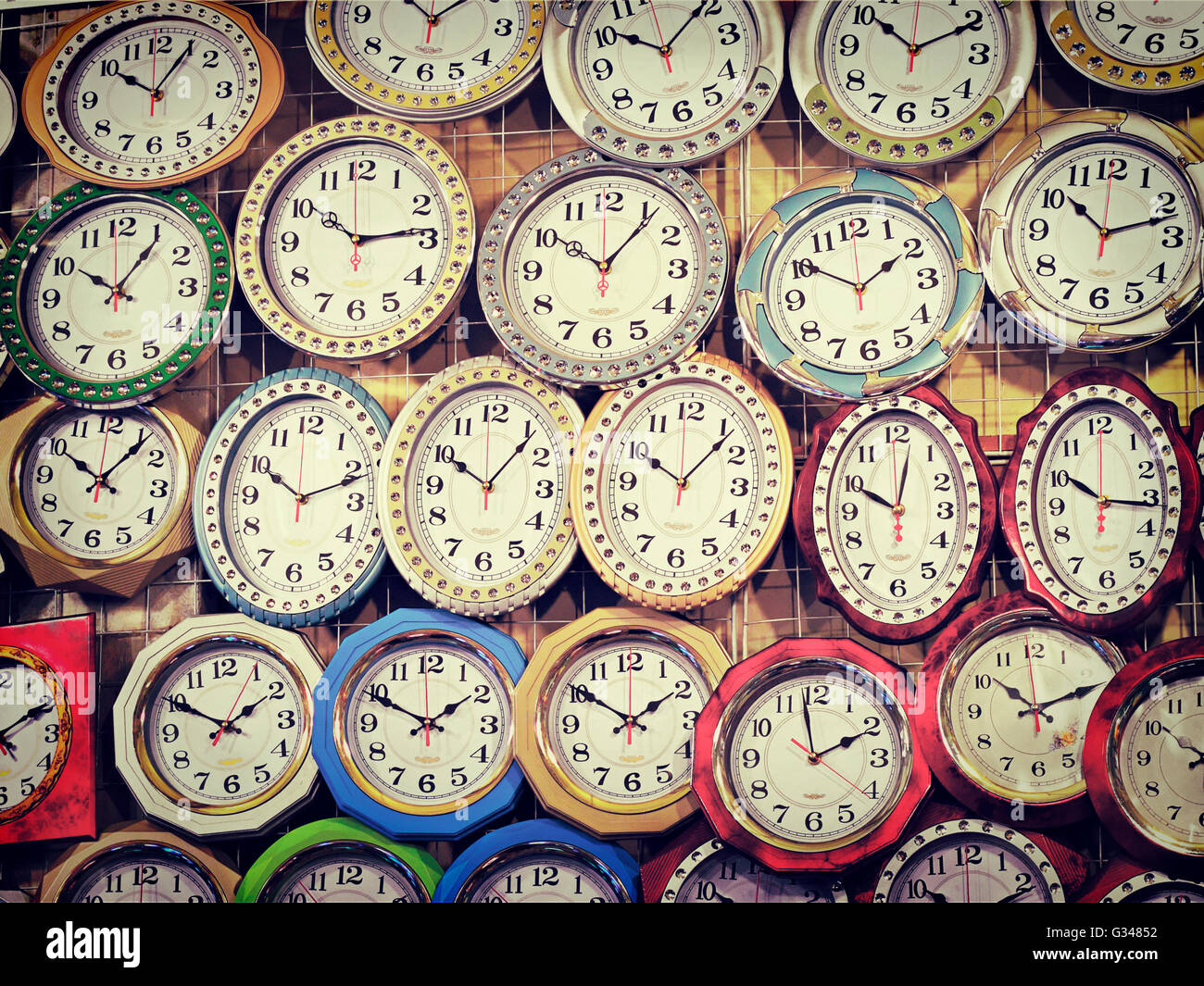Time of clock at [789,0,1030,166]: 10:10
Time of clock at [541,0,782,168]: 10:07
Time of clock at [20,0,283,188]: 10:05
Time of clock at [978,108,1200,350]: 10:12
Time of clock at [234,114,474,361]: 10:13
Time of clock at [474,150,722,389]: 10:06
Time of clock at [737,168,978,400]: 1:50
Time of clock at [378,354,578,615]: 10:06
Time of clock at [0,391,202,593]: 10:06
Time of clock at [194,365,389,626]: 10:11
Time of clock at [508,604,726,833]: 1:50
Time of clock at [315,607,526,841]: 1:49
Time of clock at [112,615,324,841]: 1:50
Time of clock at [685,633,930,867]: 1:58
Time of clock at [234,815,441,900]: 1:50
